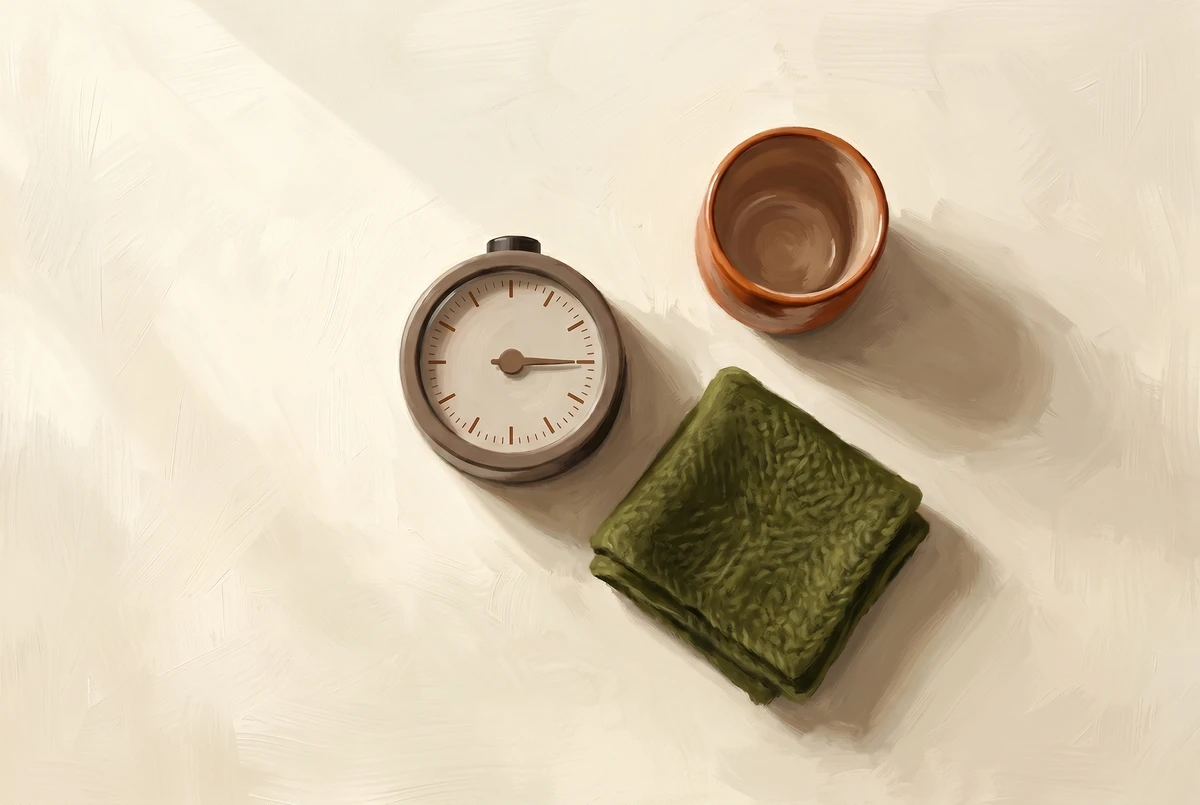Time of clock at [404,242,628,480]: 3:15
